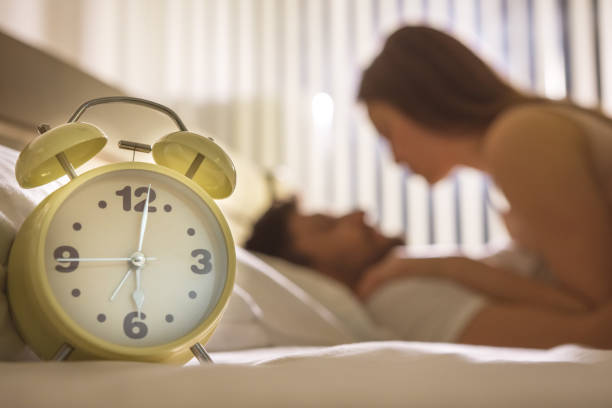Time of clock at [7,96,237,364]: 6:01
